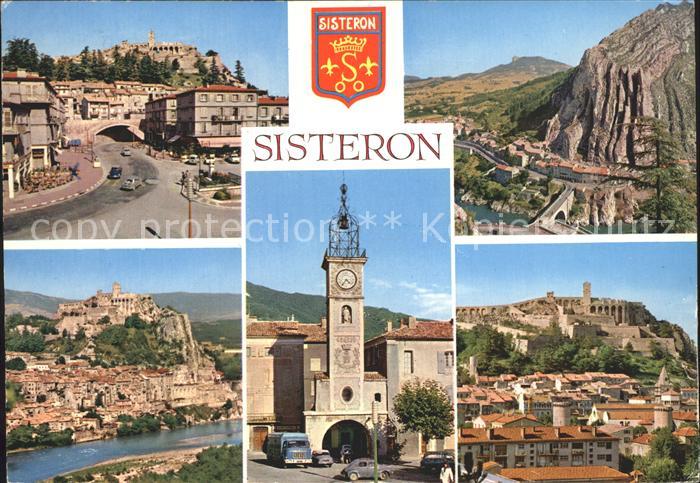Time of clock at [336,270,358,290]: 4:35
